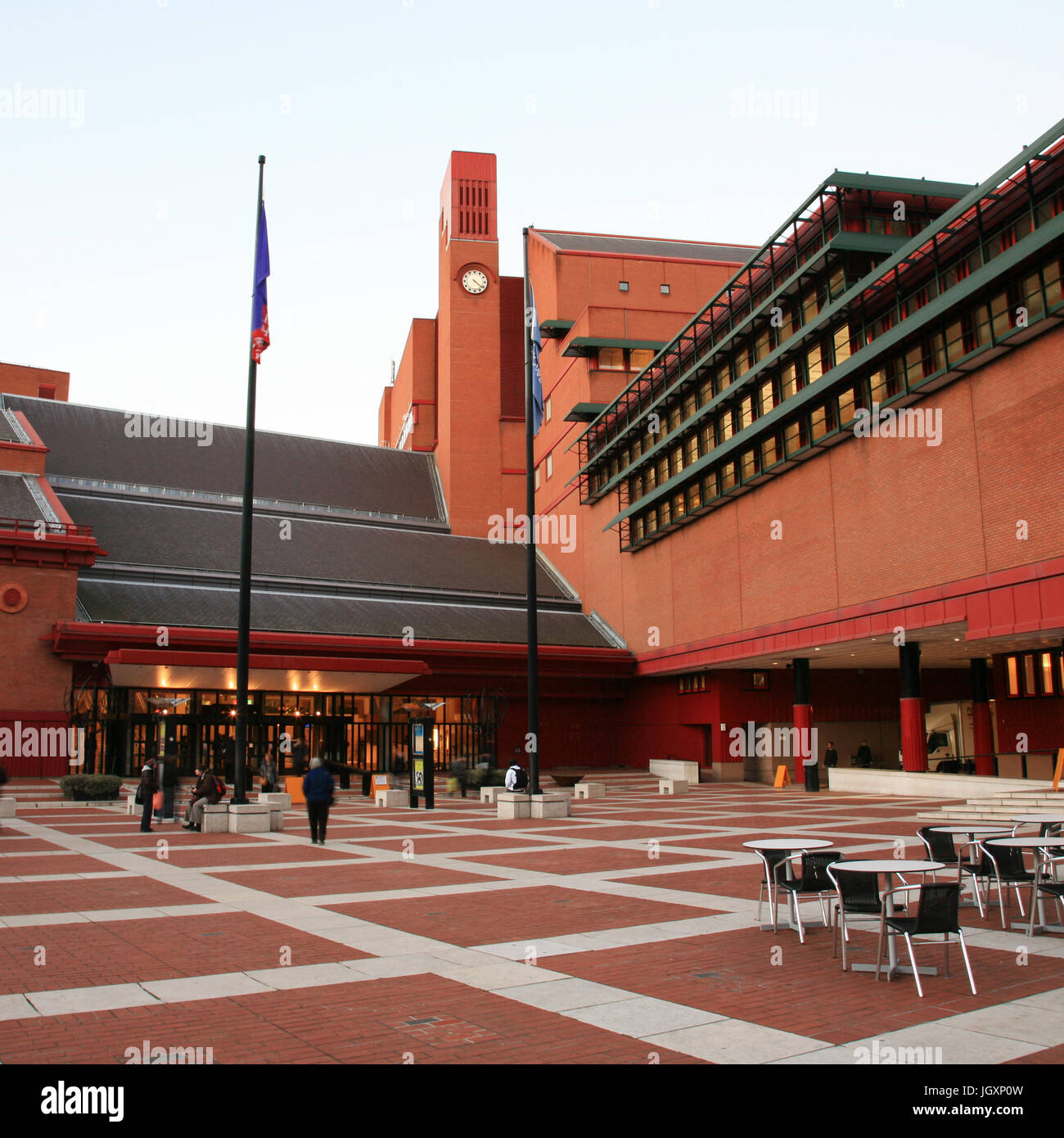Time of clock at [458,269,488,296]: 4:21
